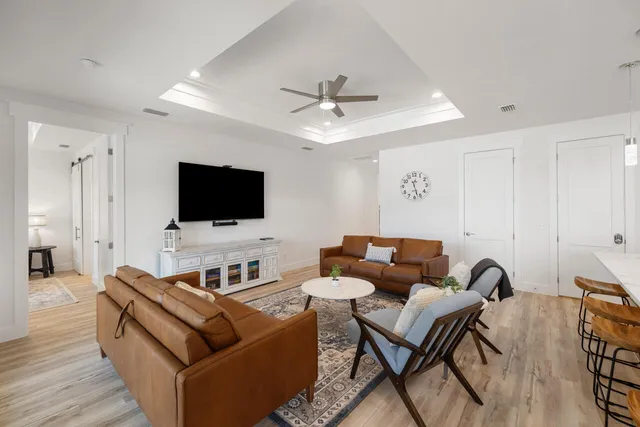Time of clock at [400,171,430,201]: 12:27
